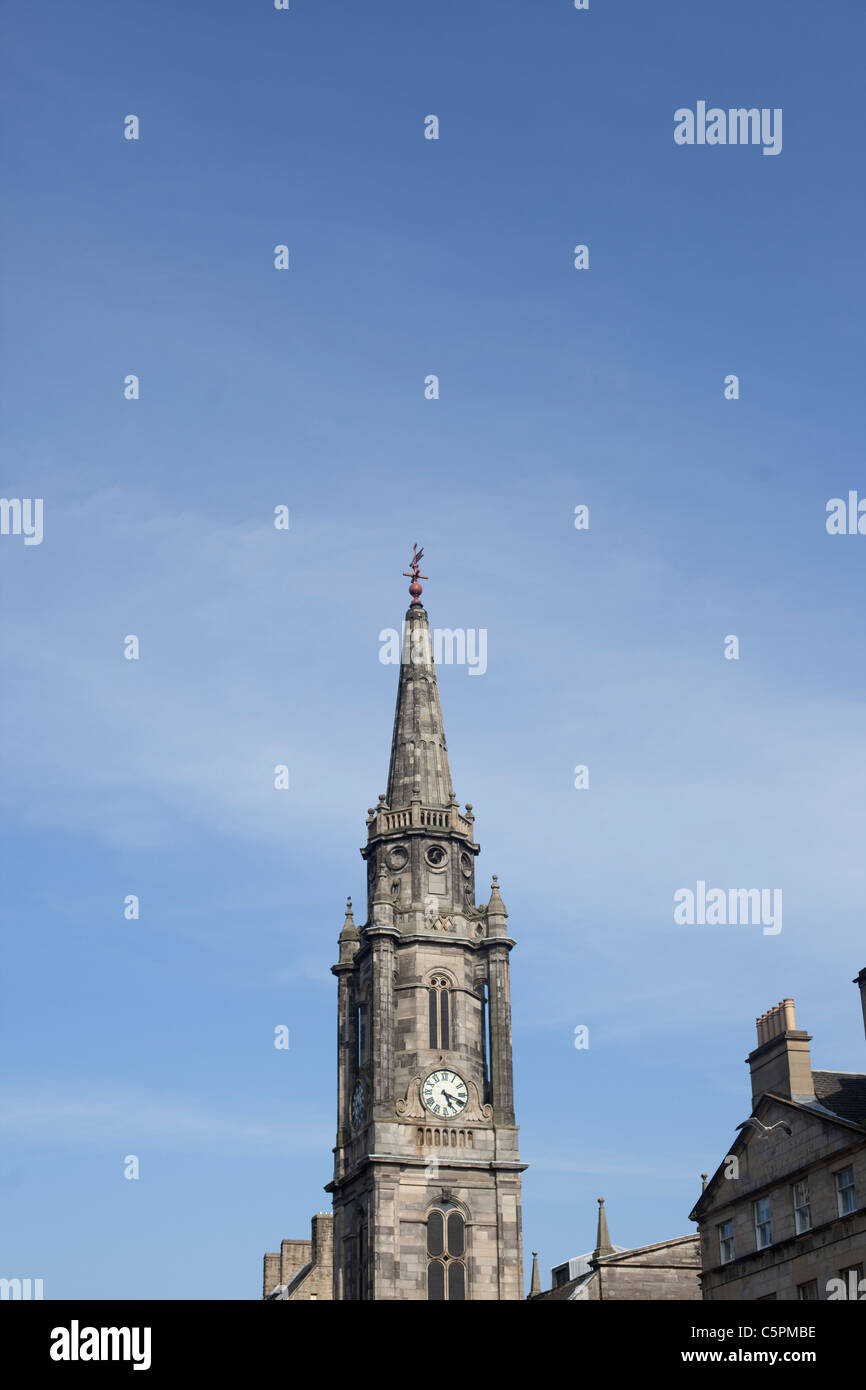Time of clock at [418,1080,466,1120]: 5:18
